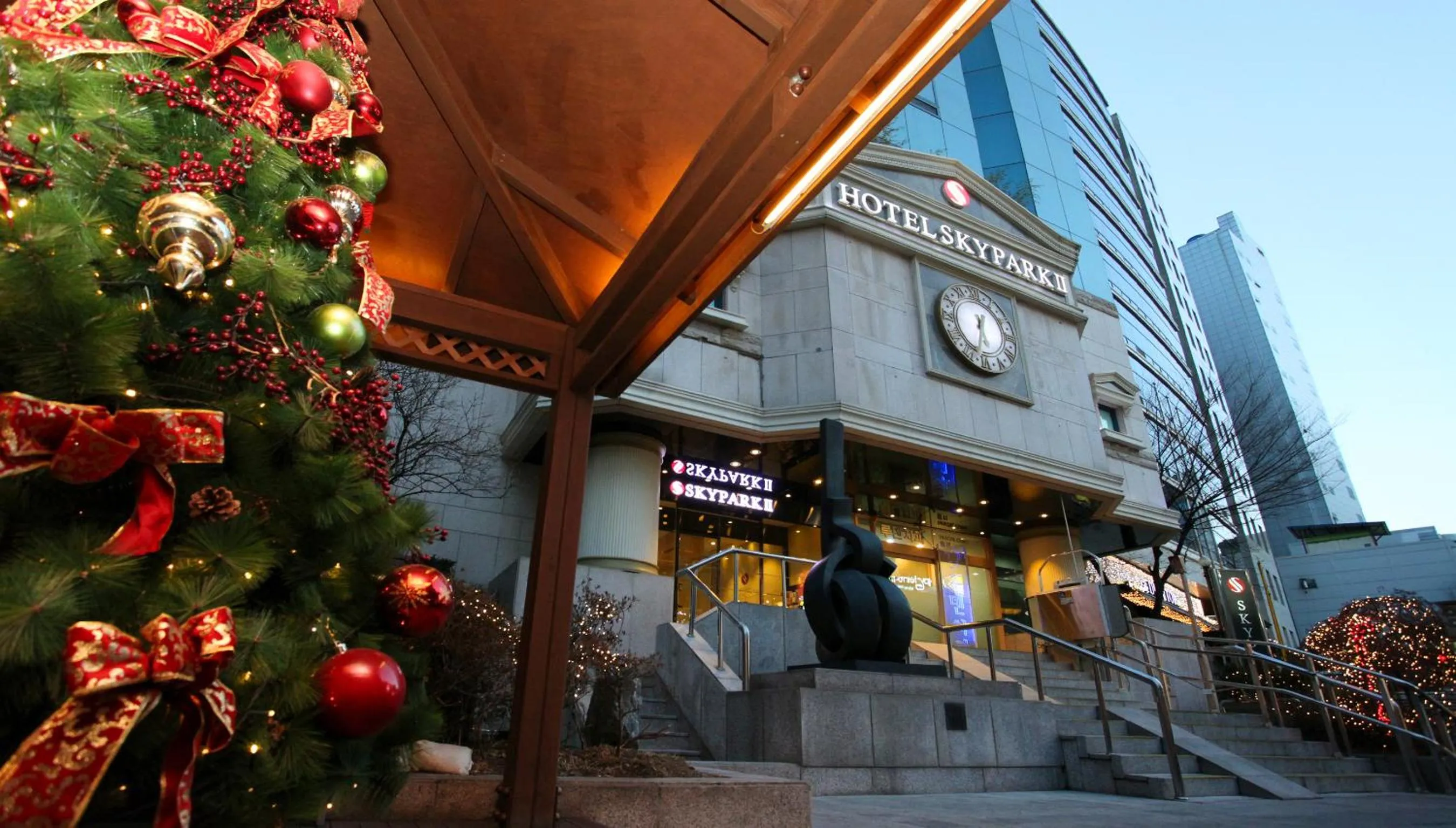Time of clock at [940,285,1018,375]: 5:32
